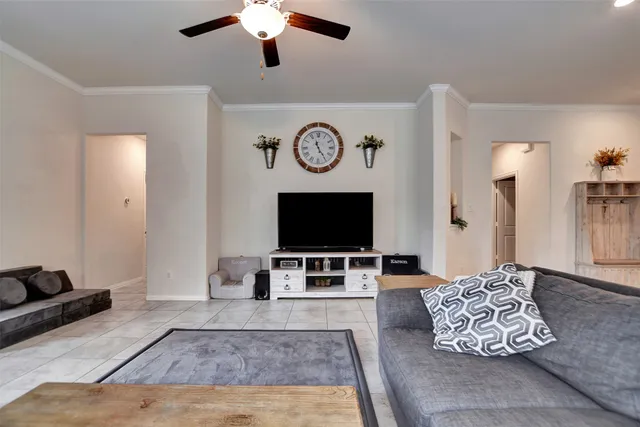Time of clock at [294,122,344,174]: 11:24
